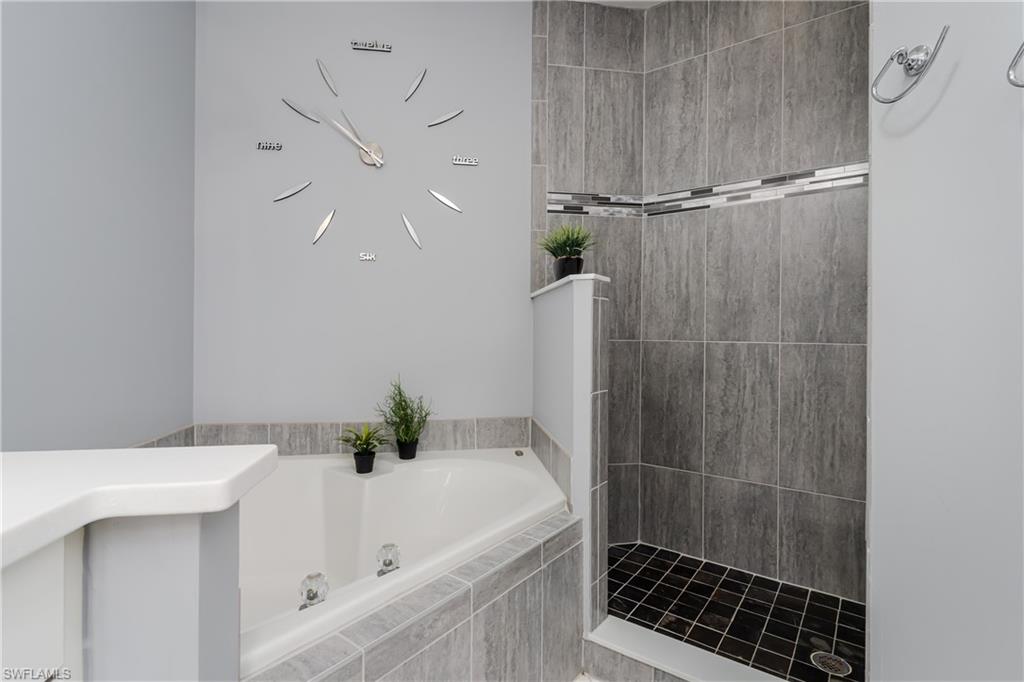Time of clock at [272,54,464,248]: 9:50
